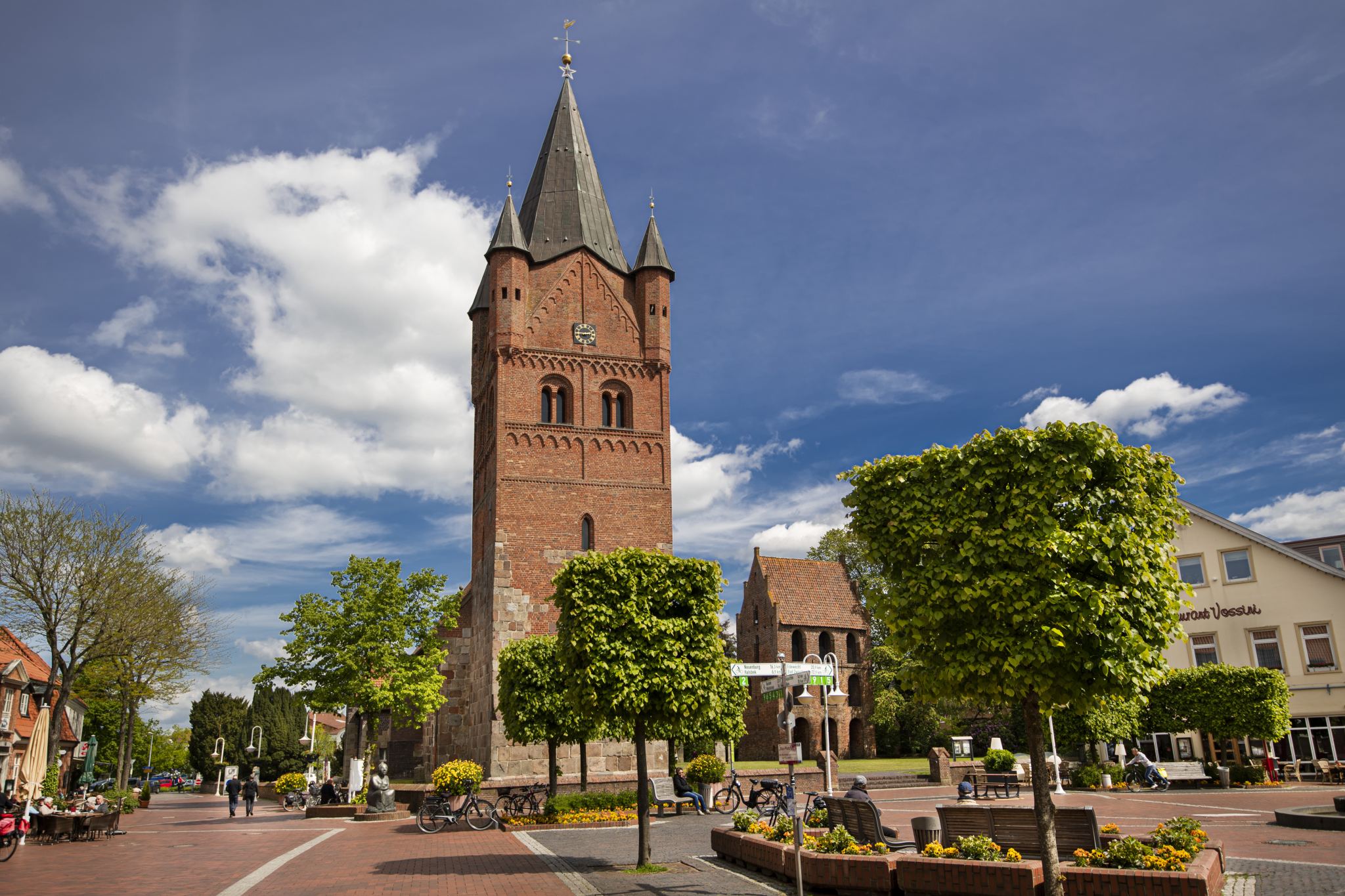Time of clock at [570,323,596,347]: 2:45
